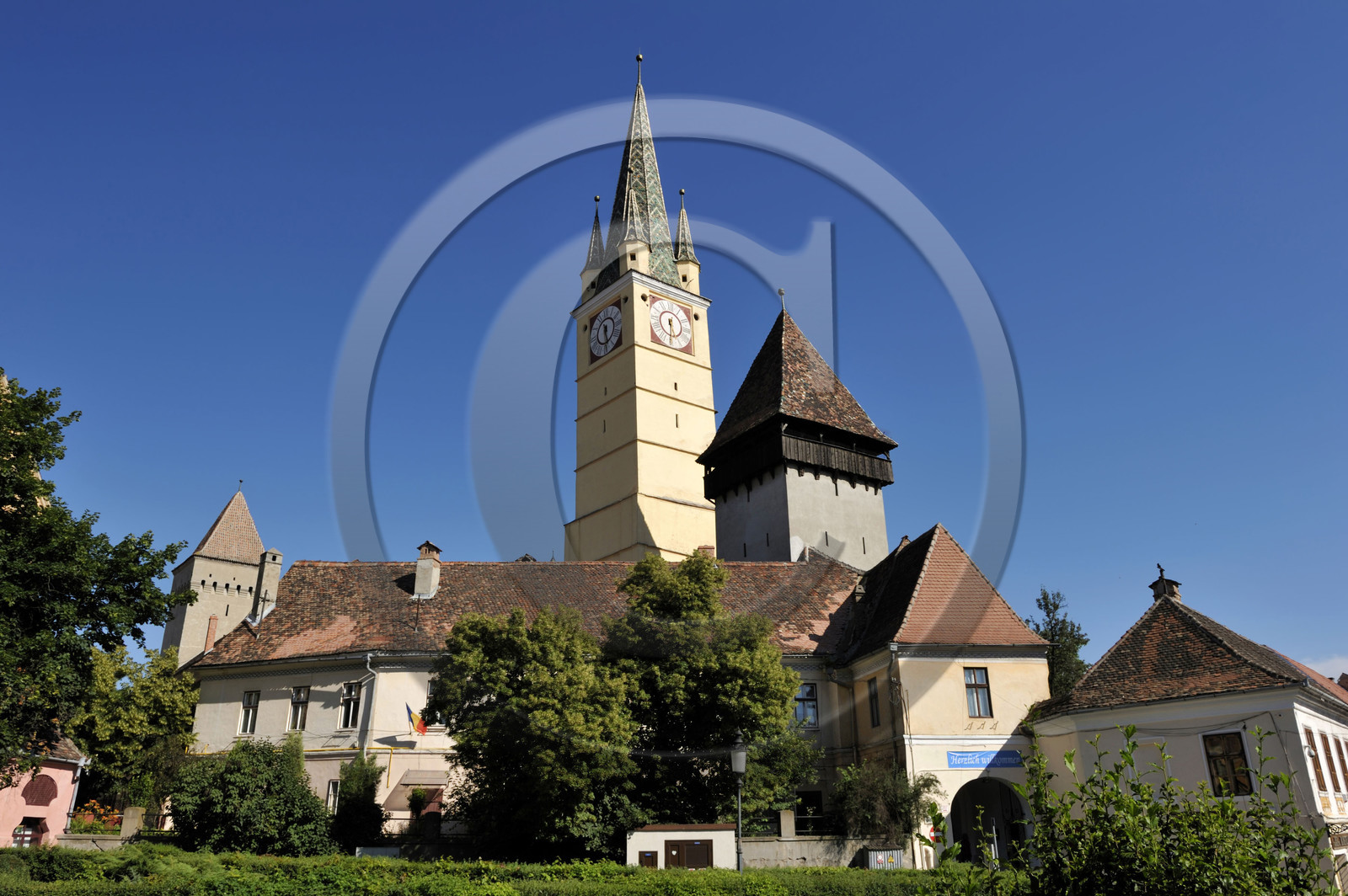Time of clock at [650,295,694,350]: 5:30
